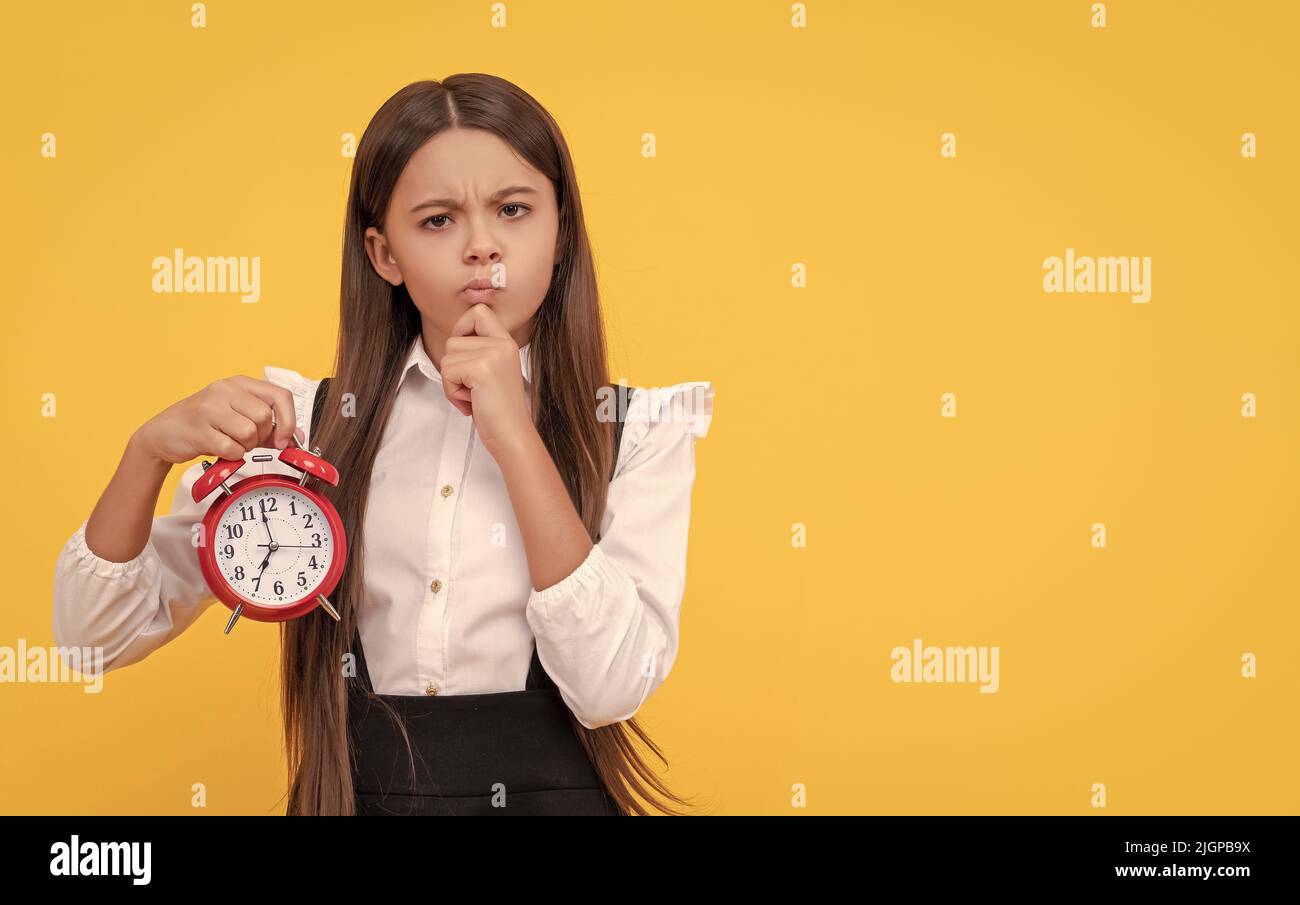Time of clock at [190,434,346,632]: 6:58
